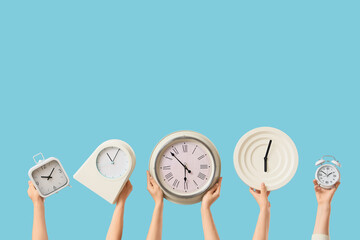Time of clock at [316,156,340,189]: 1:50
